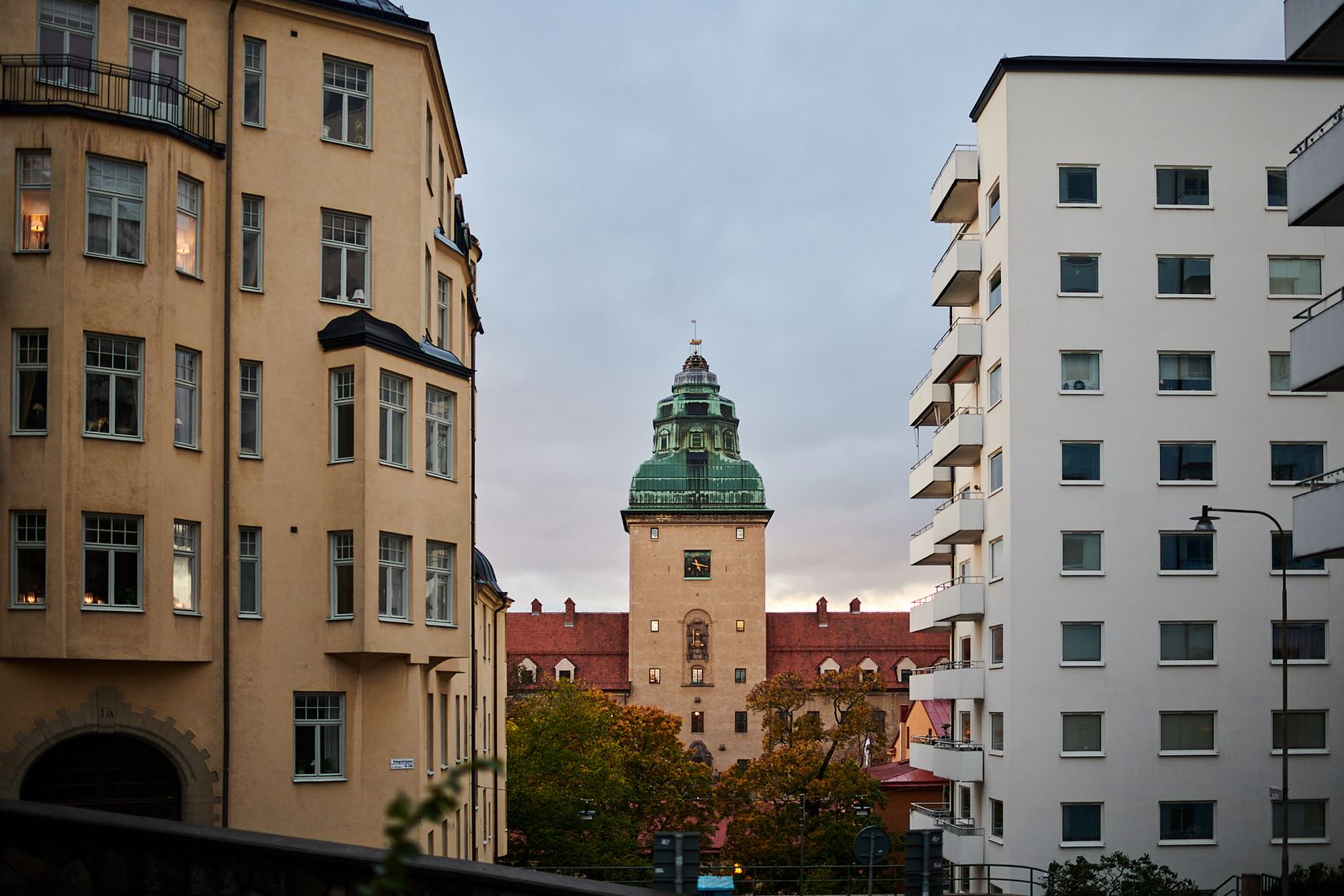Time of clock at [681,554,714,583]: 11:16
